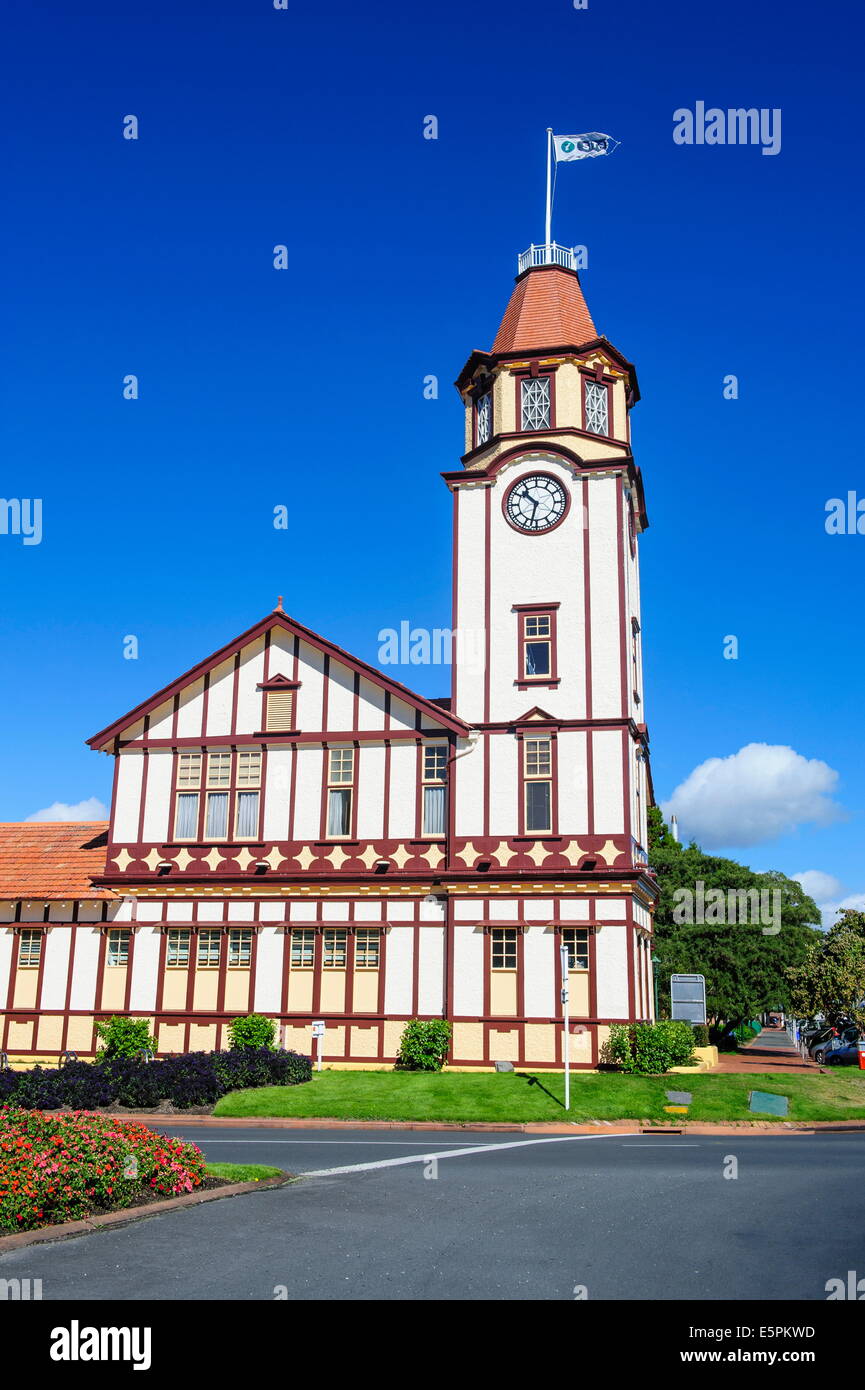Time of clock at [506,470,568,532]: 10:32
